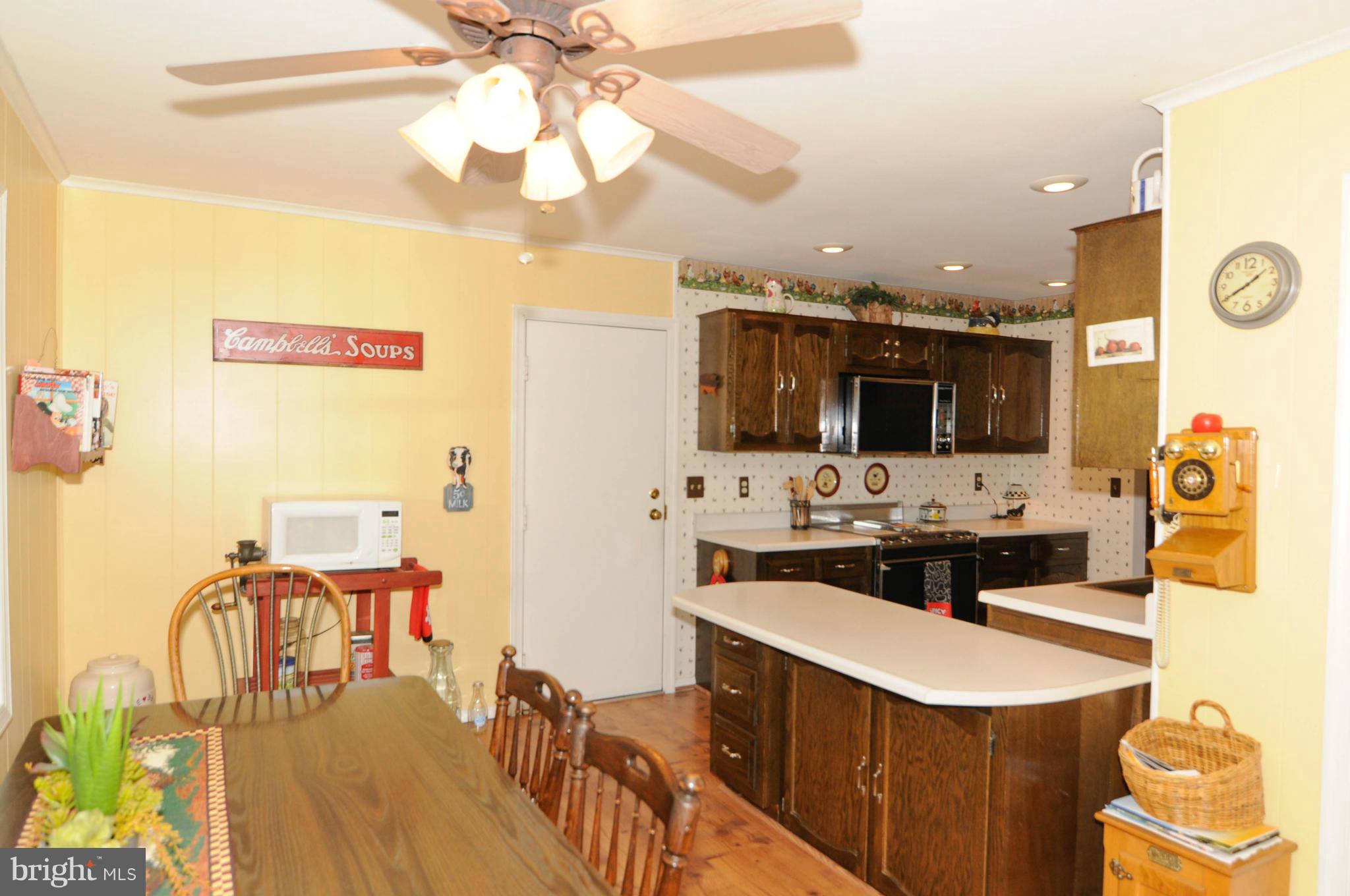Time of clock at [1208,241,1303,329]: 1:39
